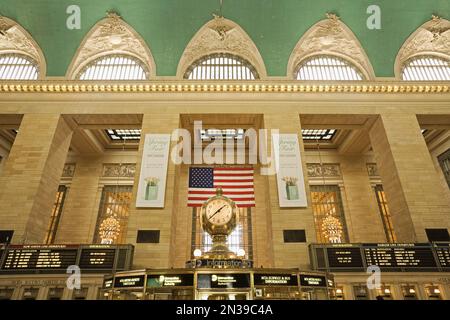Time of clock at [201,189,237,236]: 1:38
